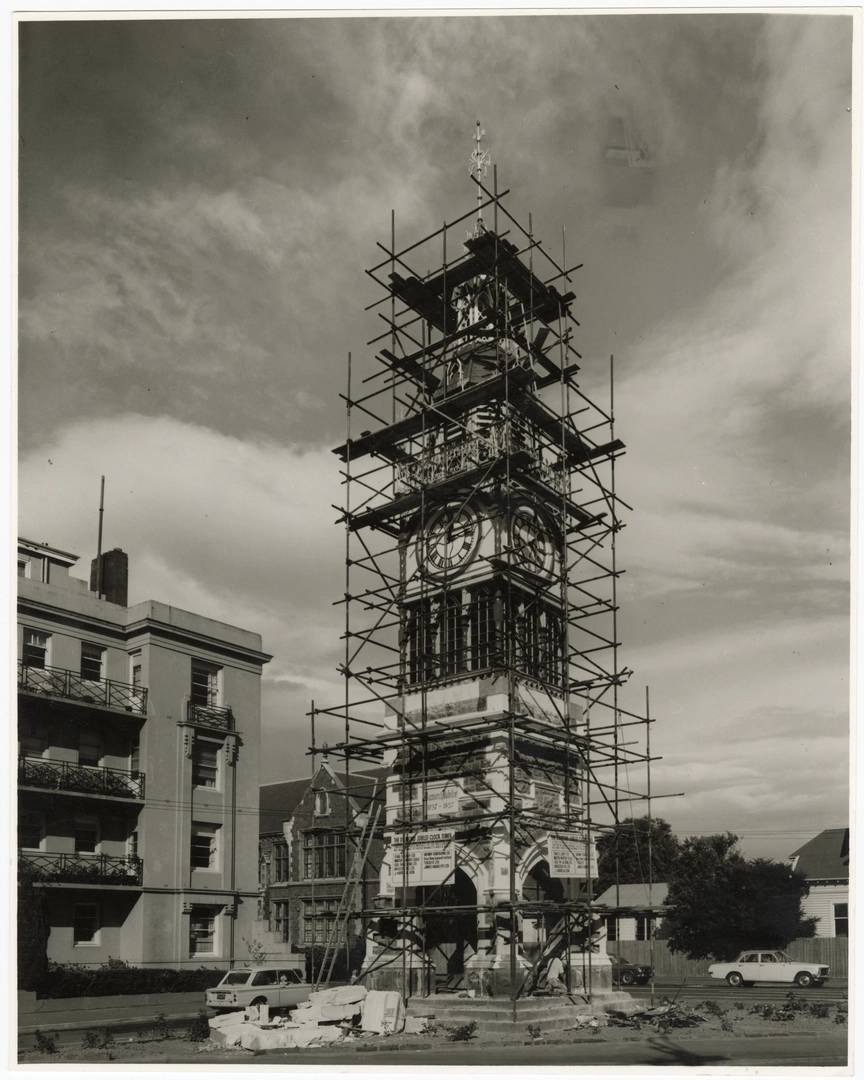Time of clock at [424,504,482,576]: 12:12
